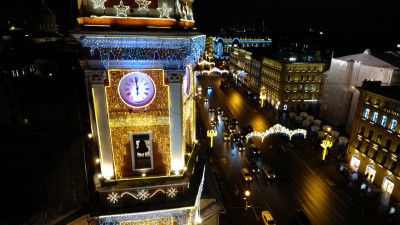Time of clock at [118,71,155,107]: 5:59
